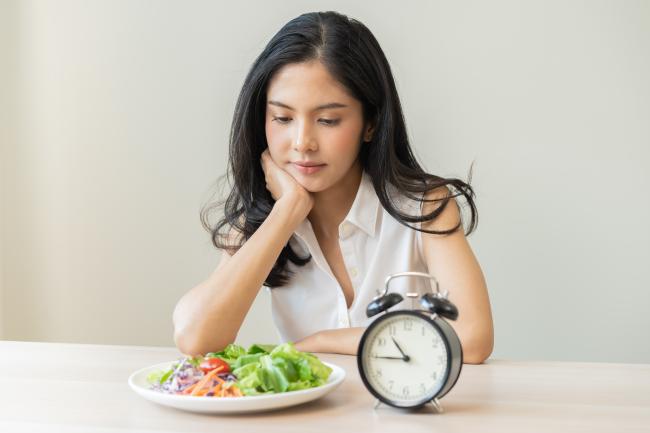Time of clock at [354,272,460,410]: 10:45
